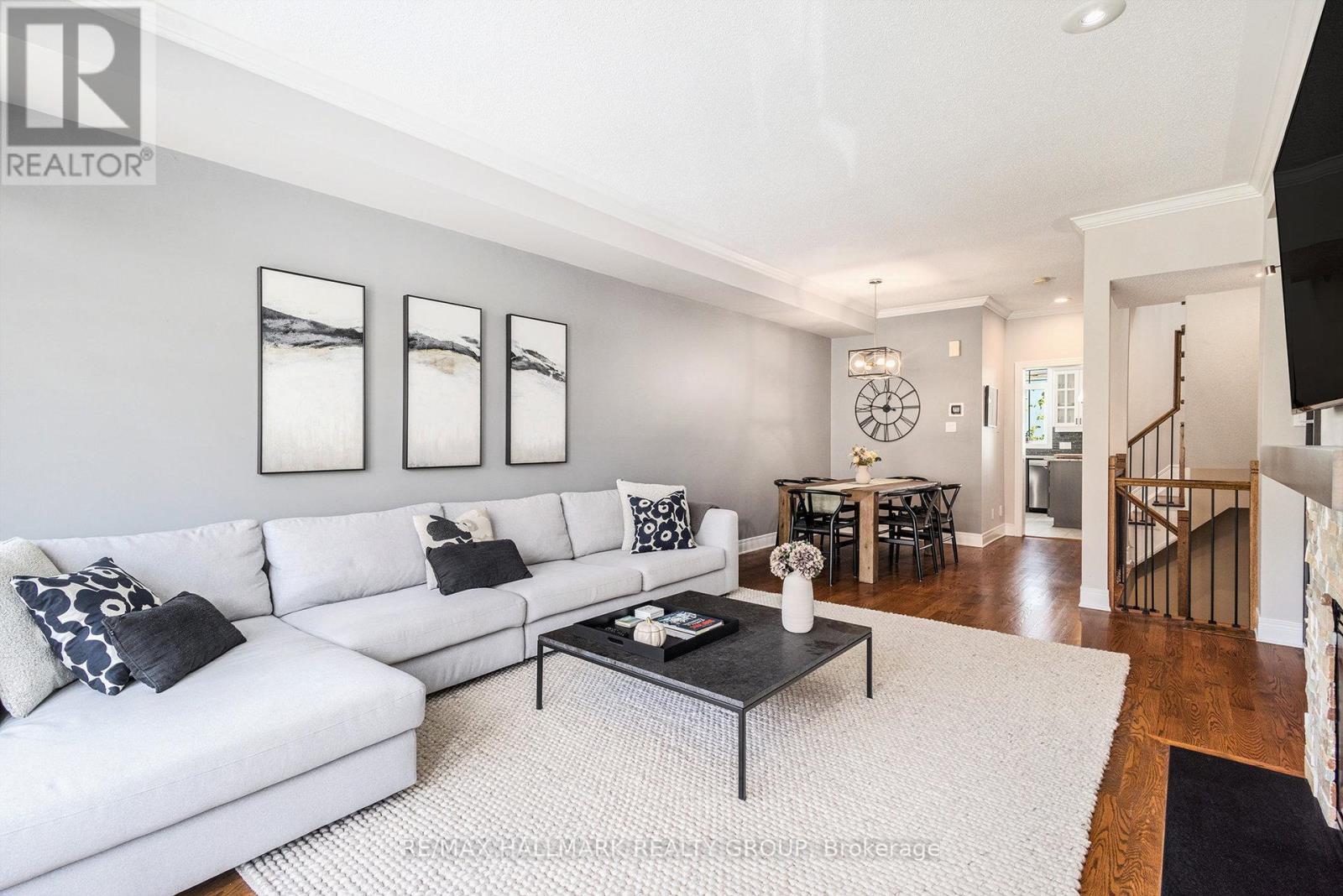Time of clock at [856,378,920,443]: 12:46
